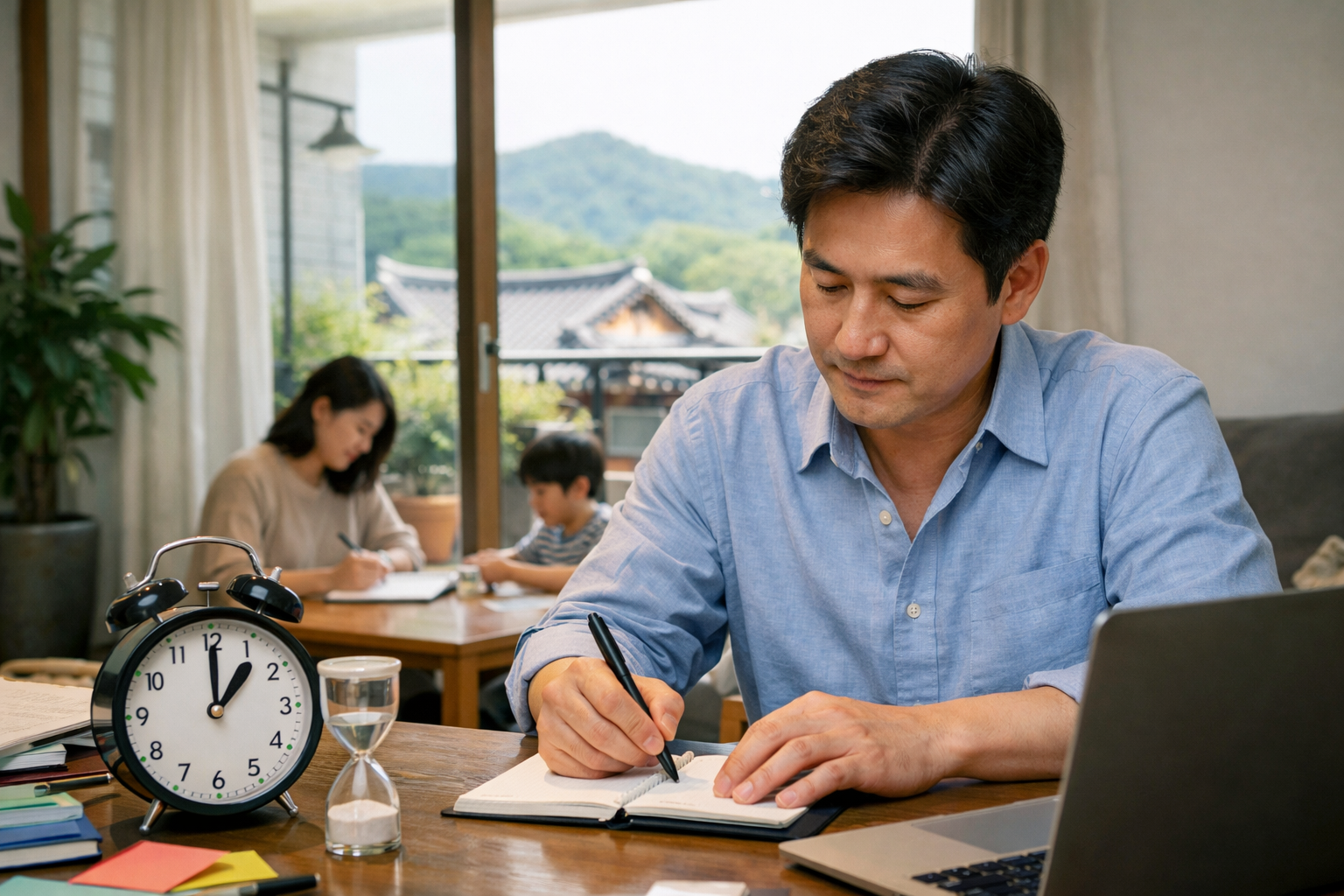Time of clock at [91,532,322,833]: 1:00
